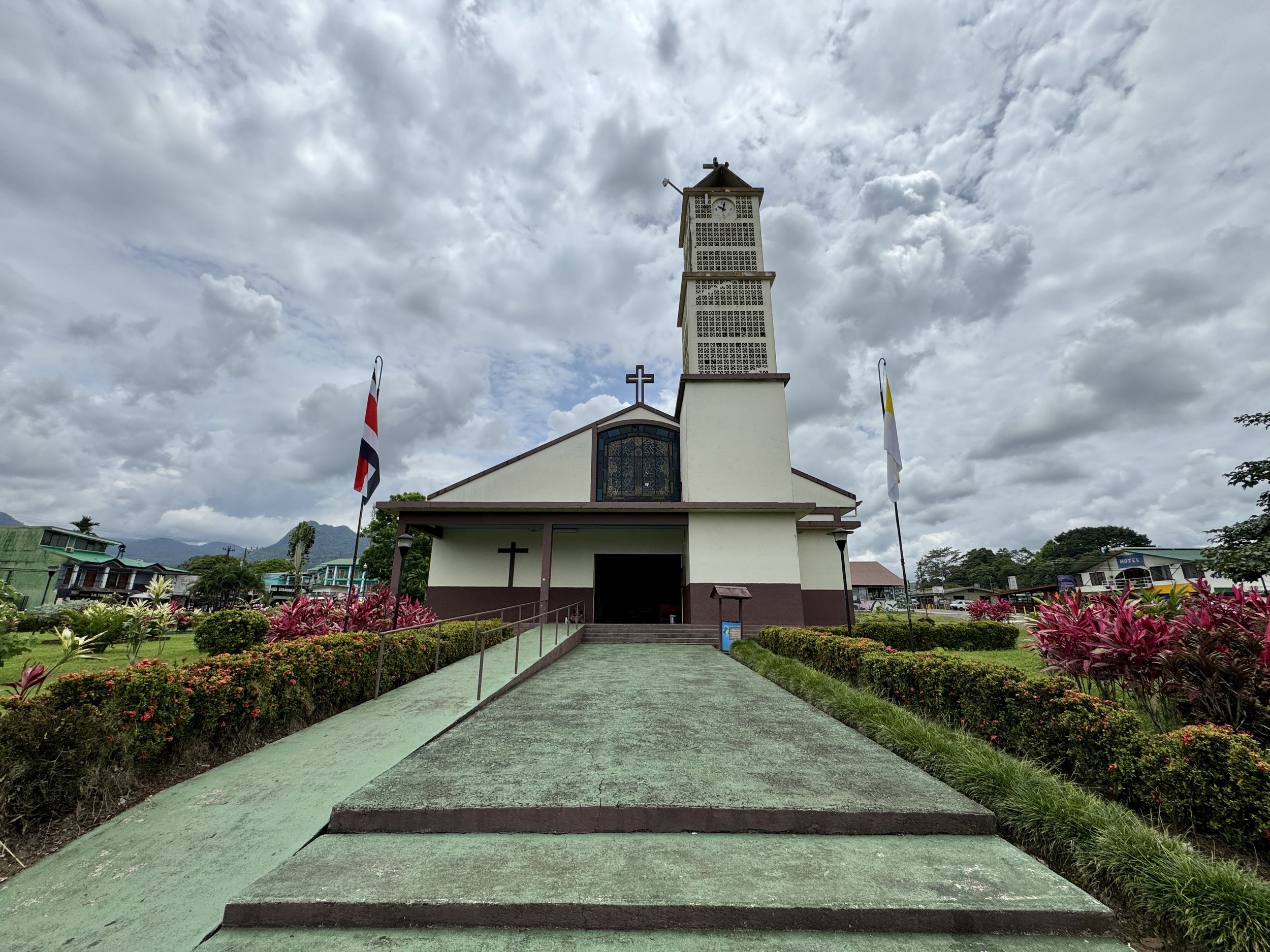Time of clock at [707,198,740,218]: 10:02
